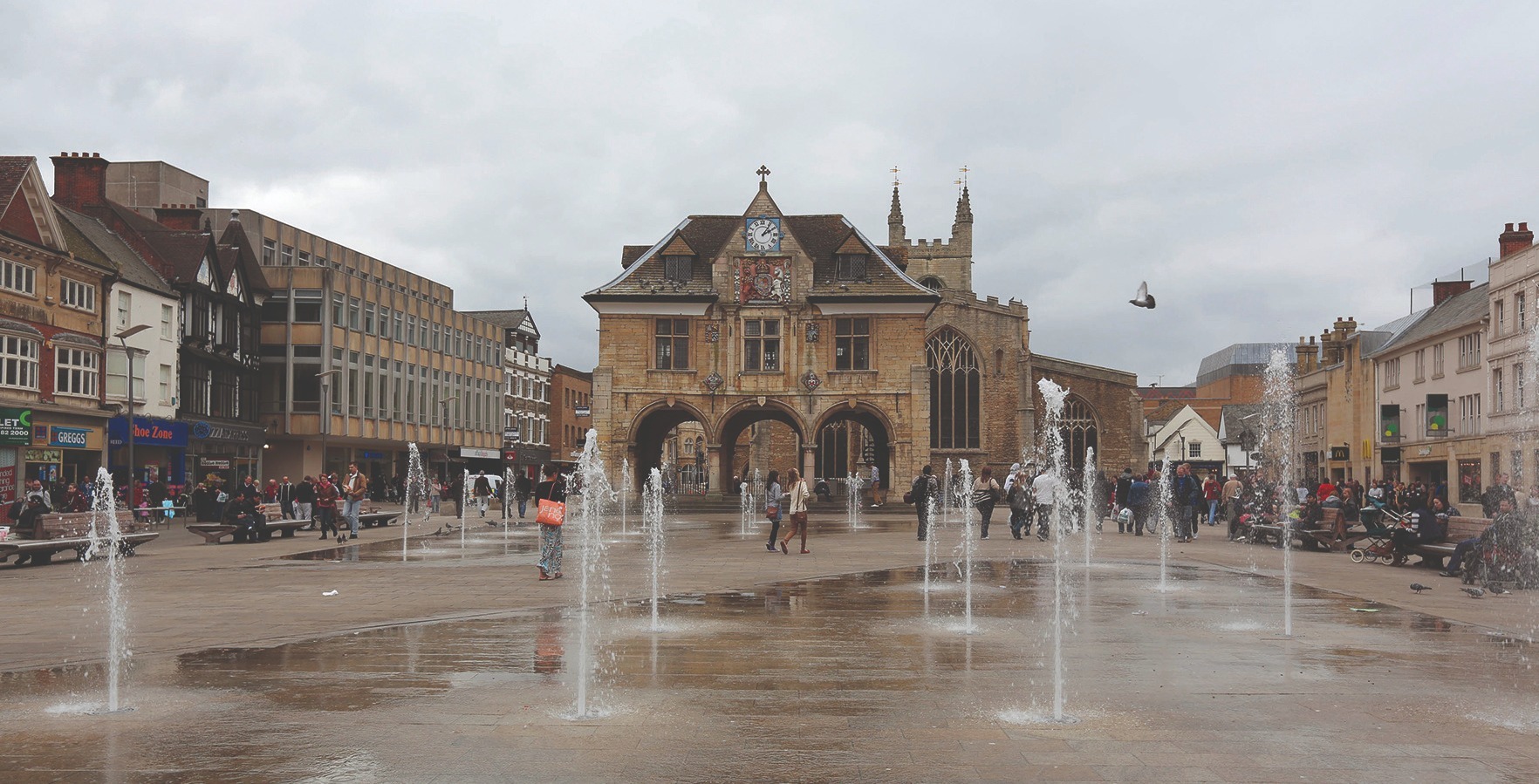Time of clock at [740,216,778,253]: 2:06
